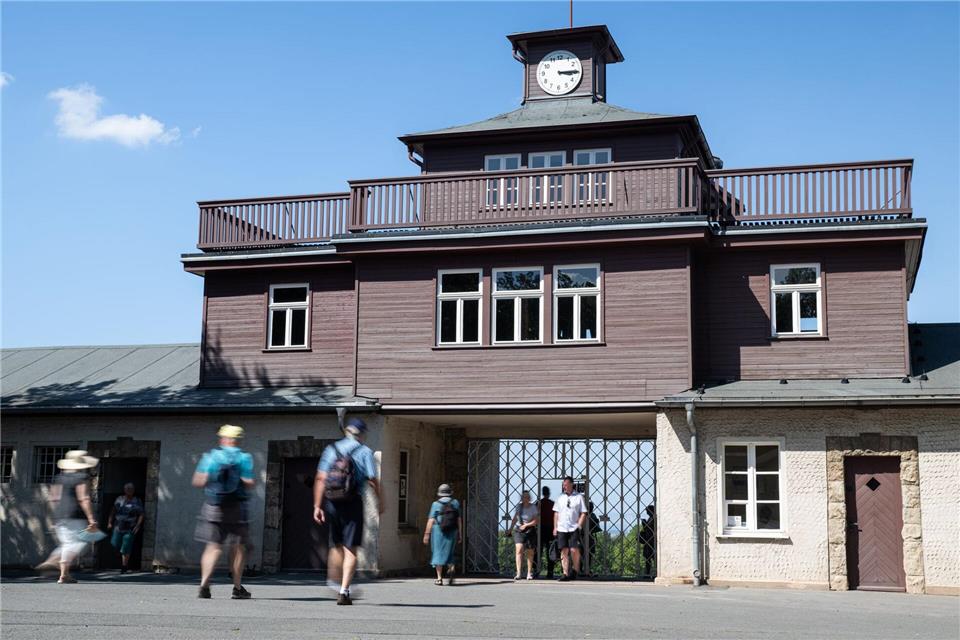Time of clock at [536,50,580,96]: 3:14
